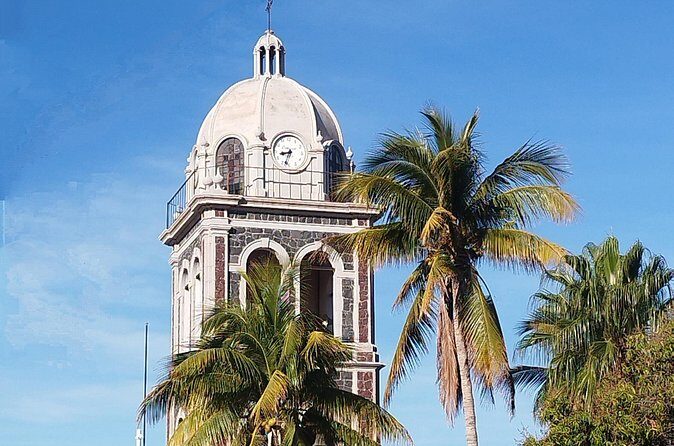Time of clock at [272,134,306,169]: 8:33
